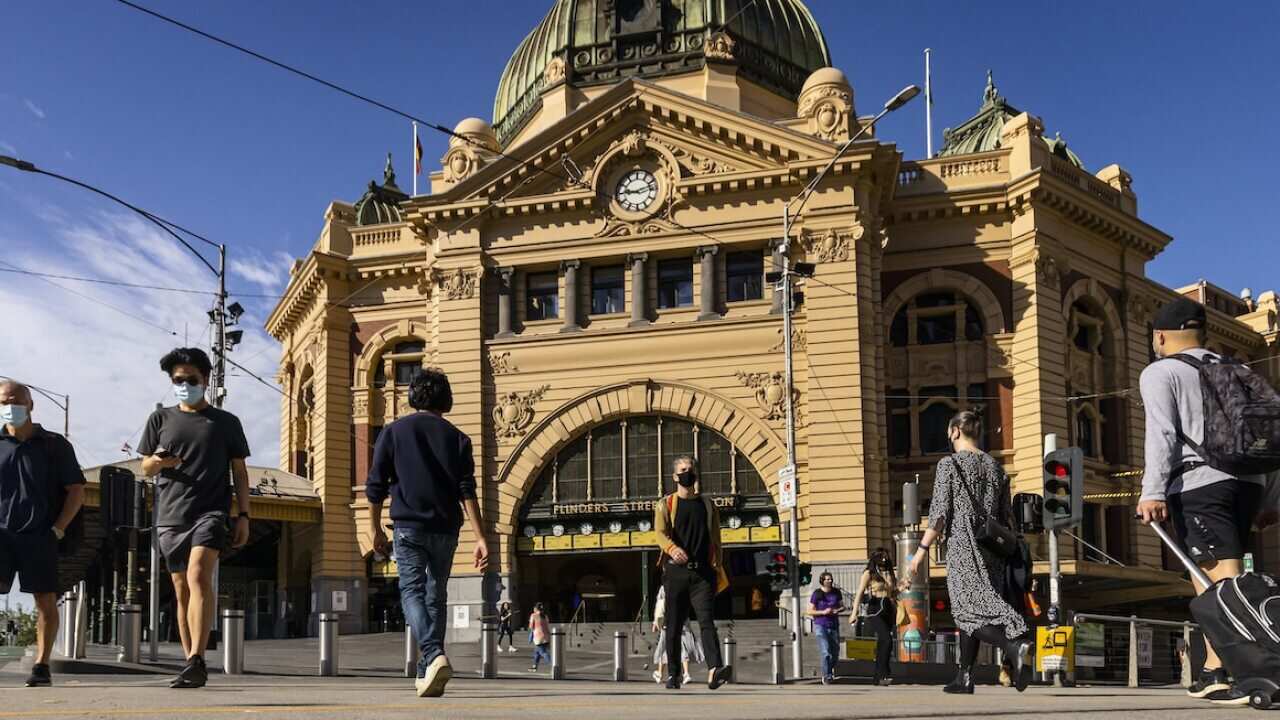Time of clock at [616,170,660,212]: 9:12
